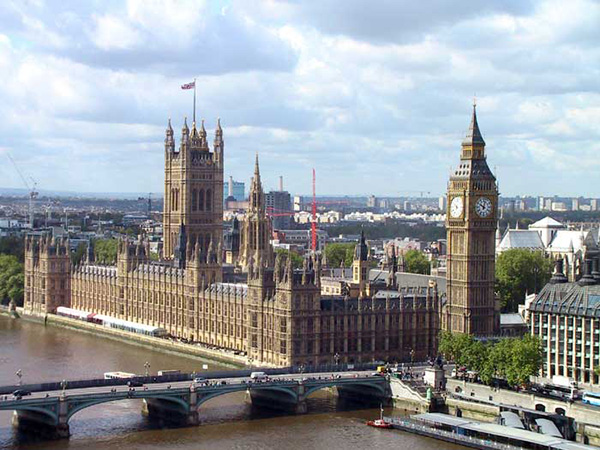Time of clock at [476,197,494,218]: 10:02
